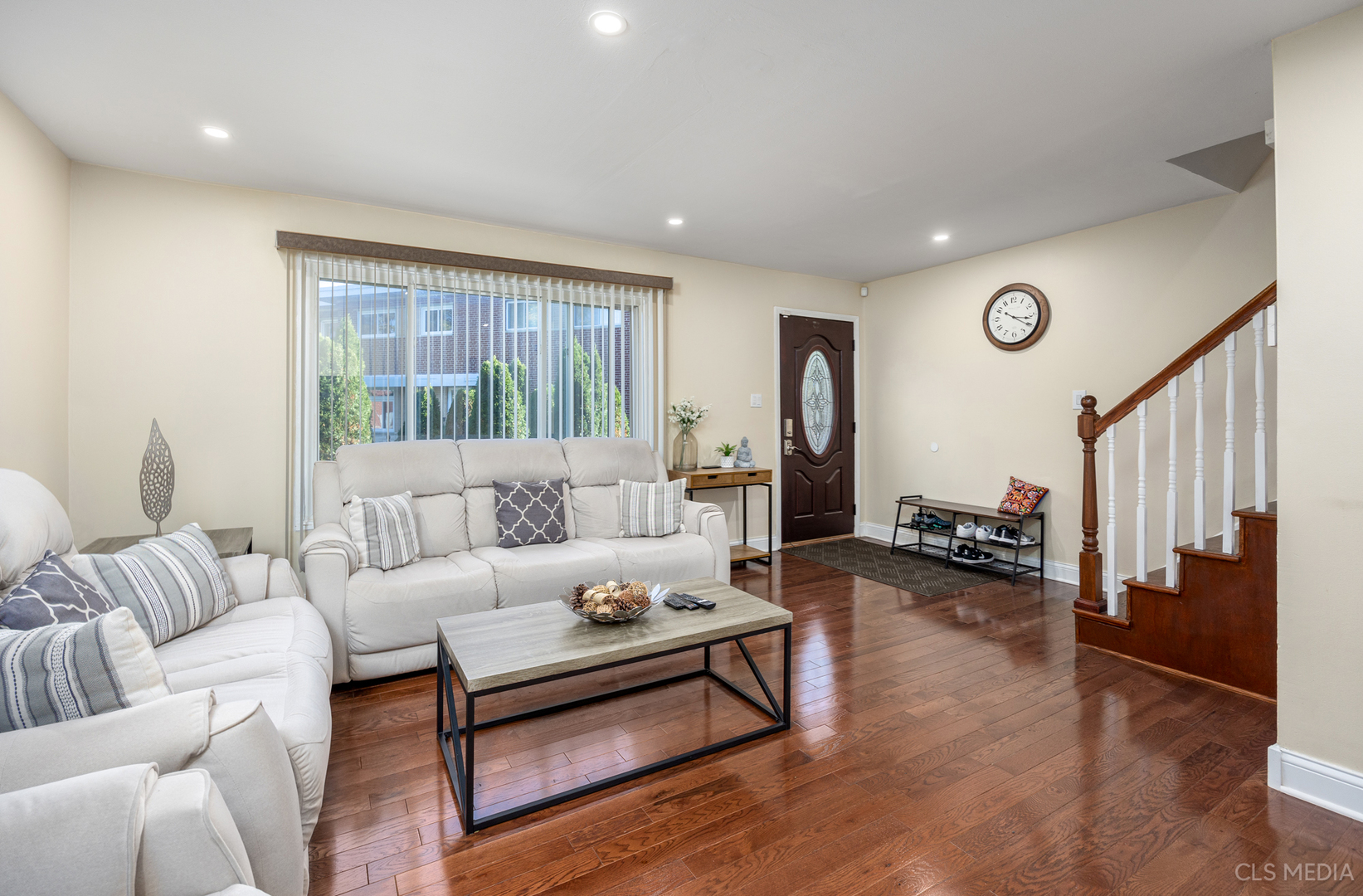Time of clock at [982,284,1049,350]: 3:20
